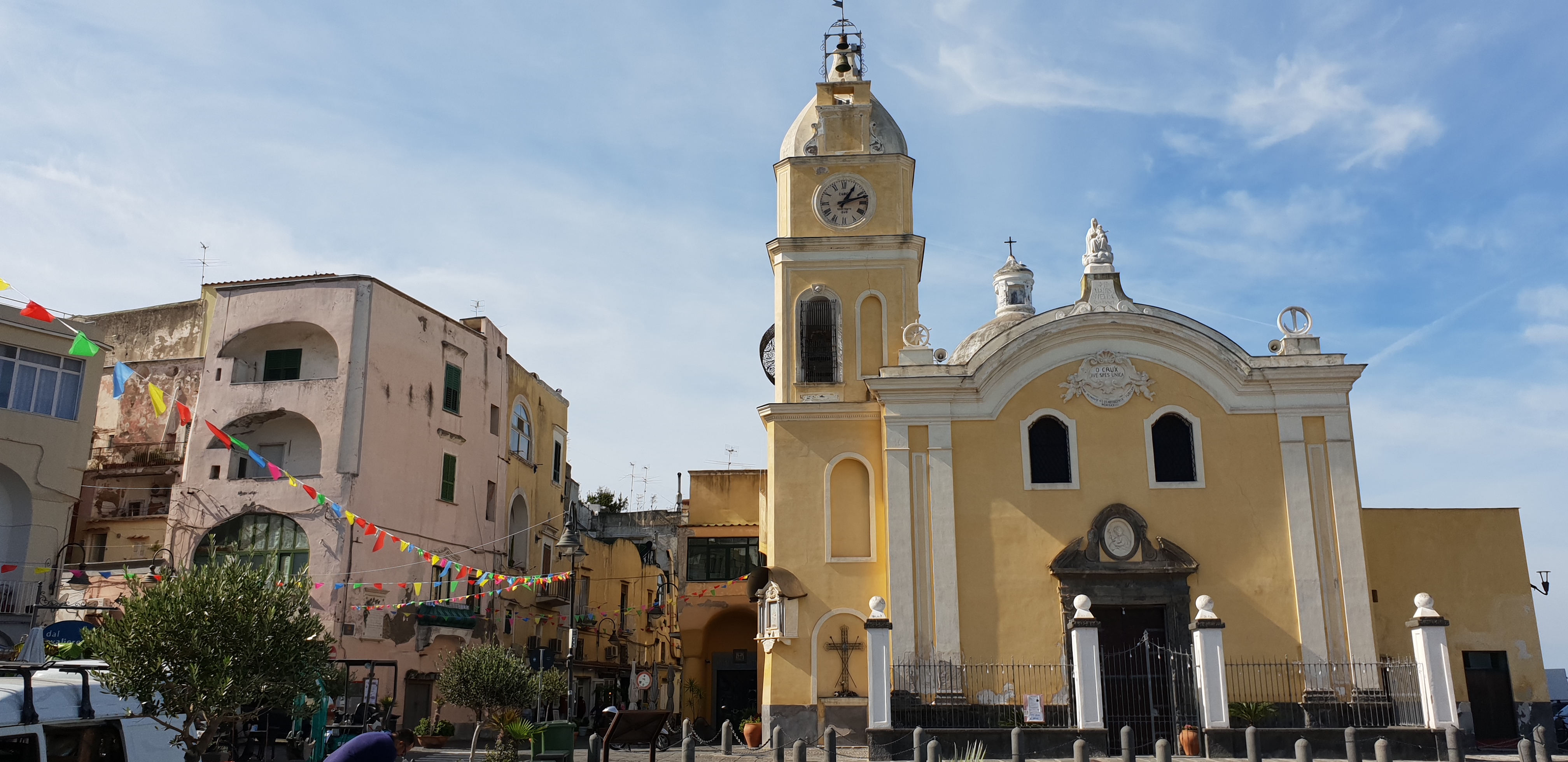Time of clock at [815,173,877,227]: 1:12
